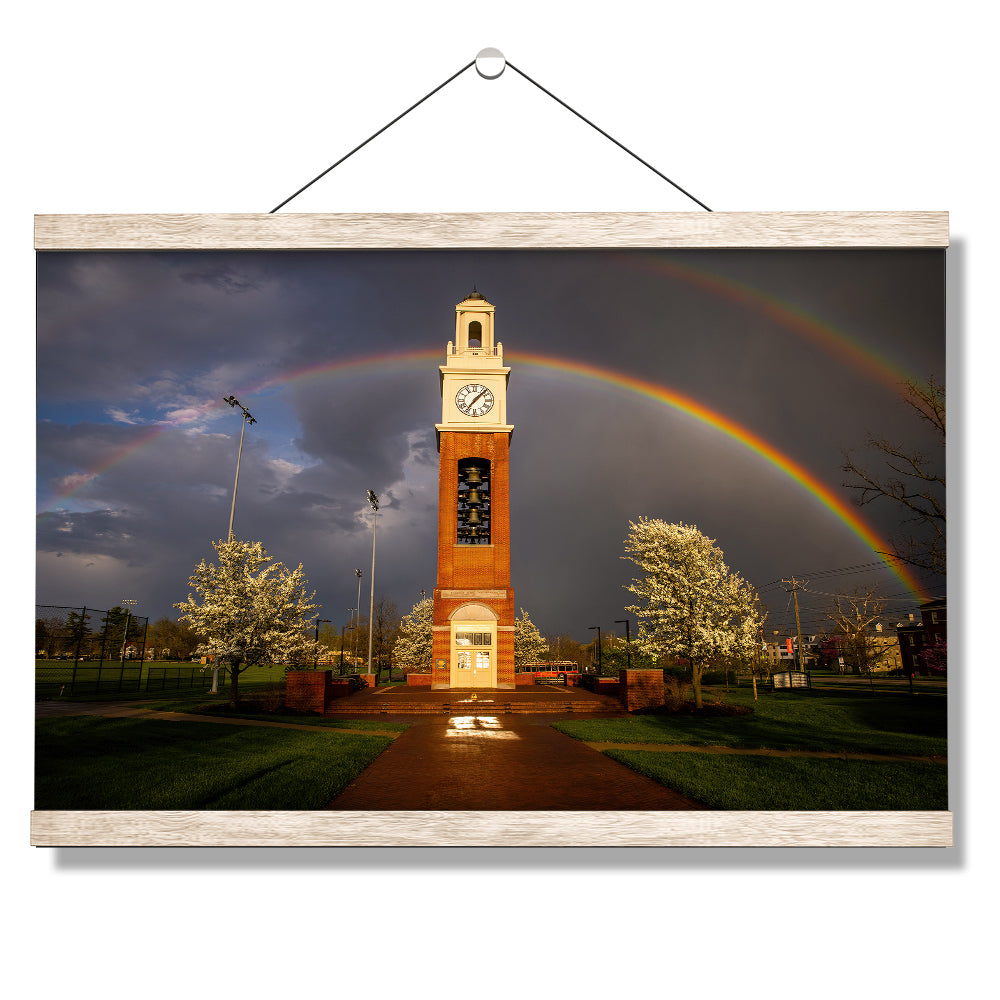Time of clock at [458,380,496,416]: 7:07
